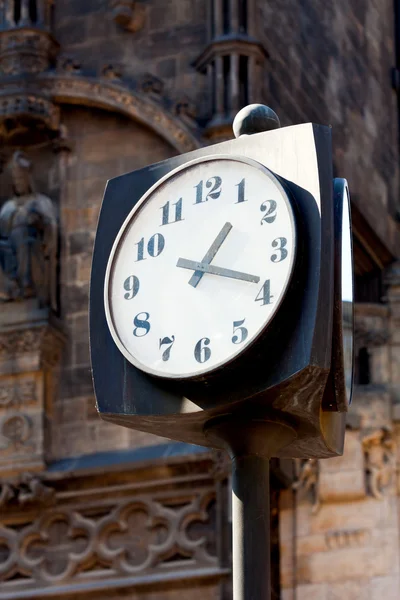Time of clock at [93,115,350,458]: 1:18
